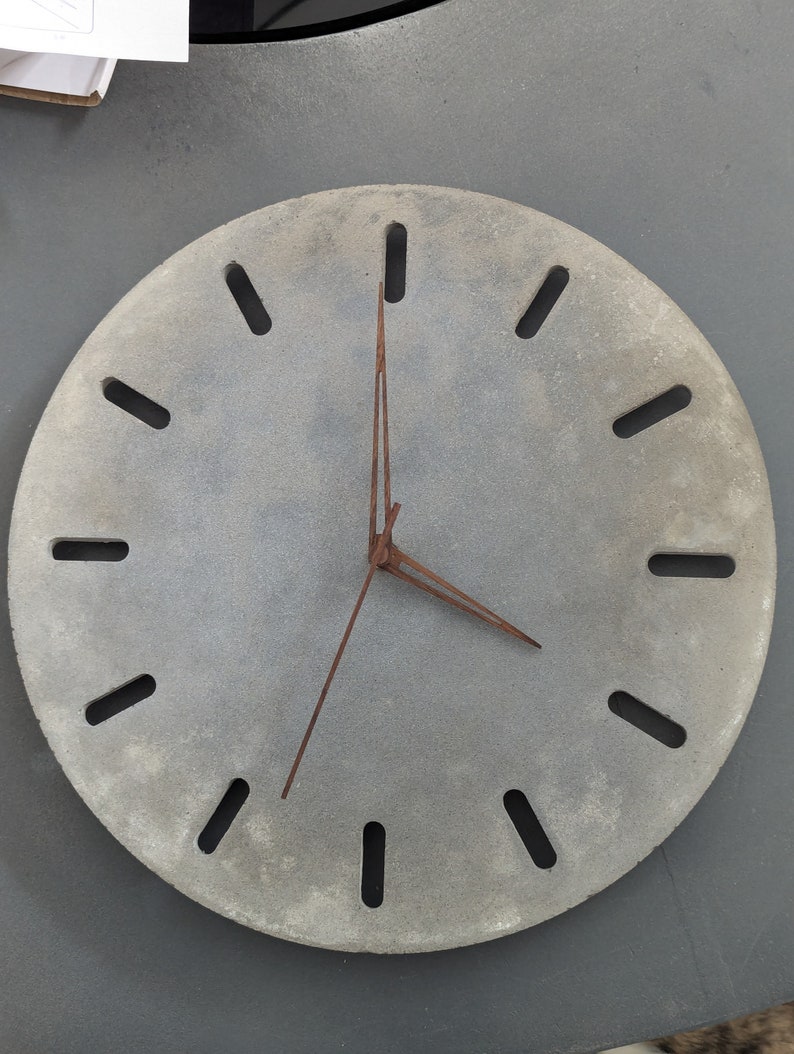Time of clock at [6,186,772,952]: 3:59
